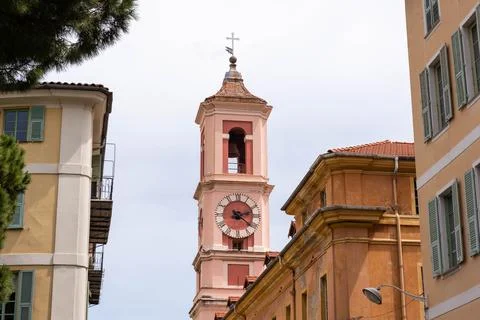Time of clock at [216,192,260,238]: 2:21
